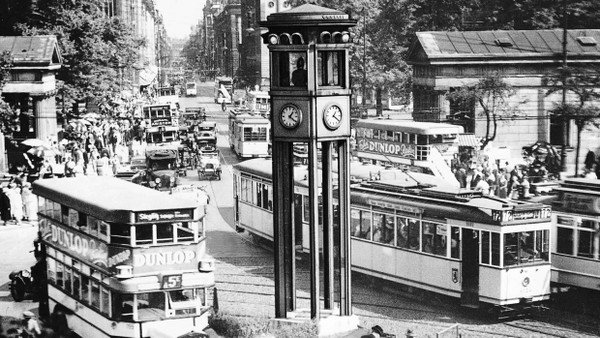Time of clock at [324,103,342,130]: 1:20
